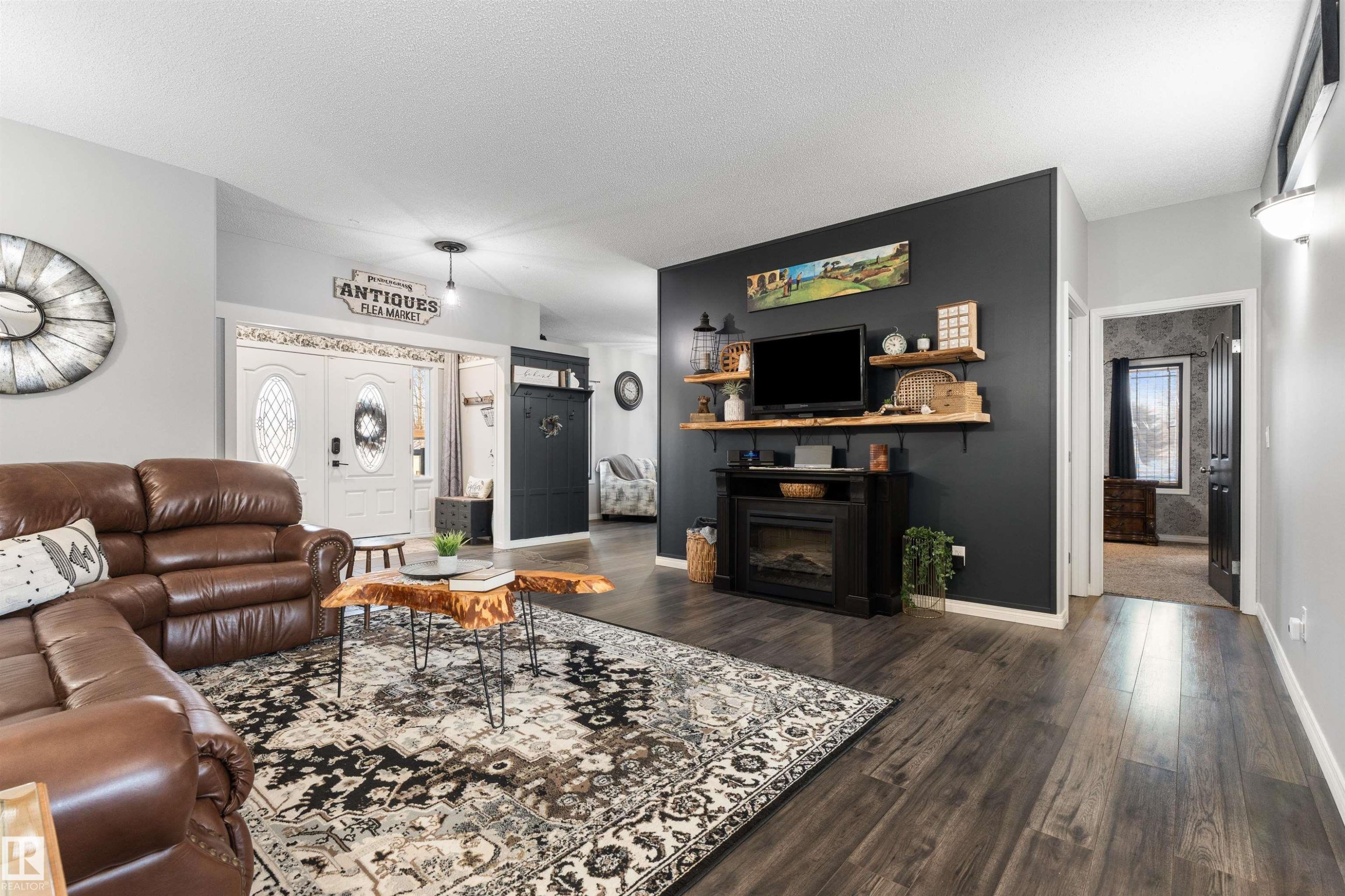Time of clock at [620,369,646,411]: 3:48
